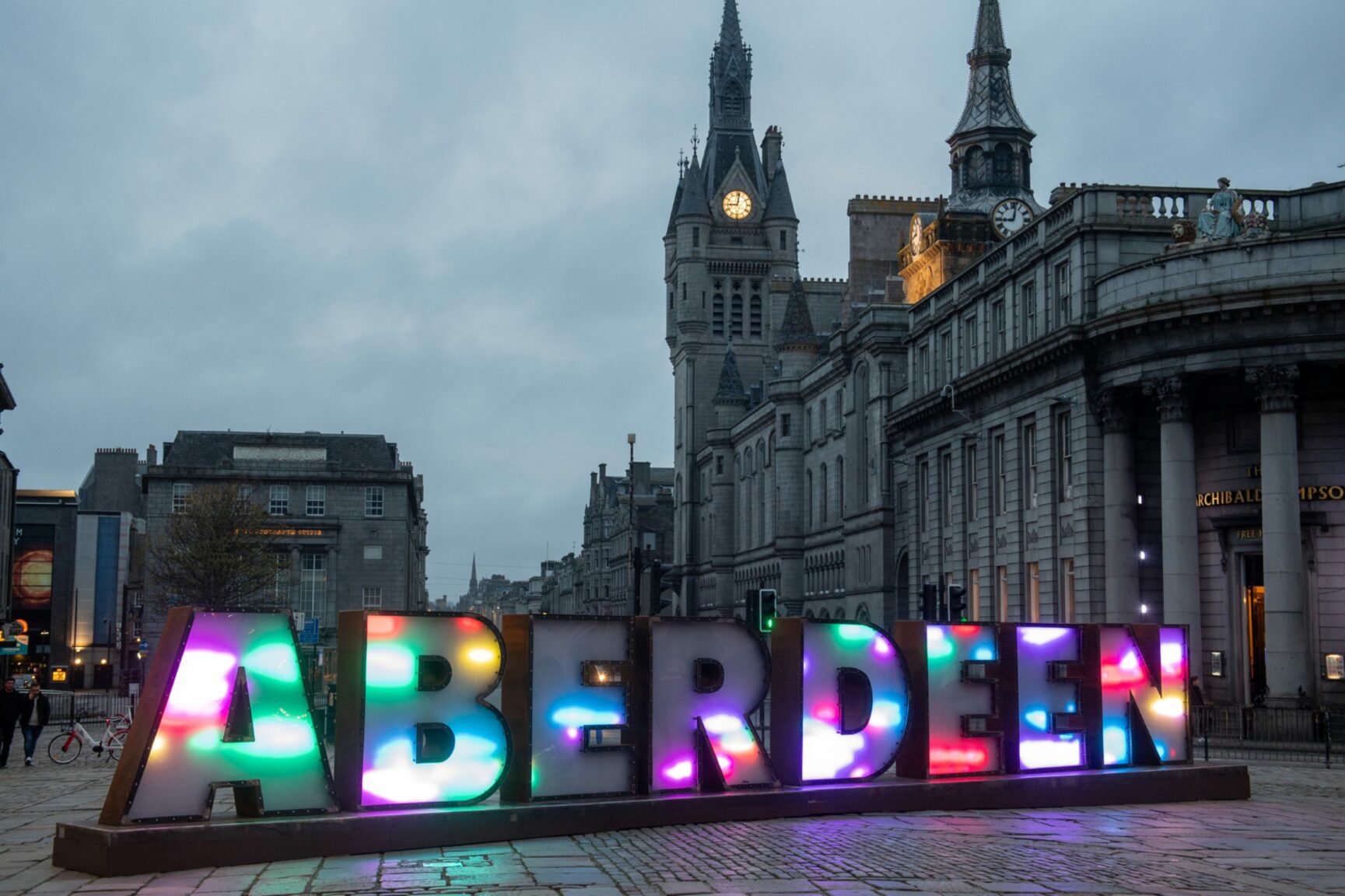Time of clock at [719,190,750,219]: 9:01
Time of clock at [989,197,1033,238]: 9:02
